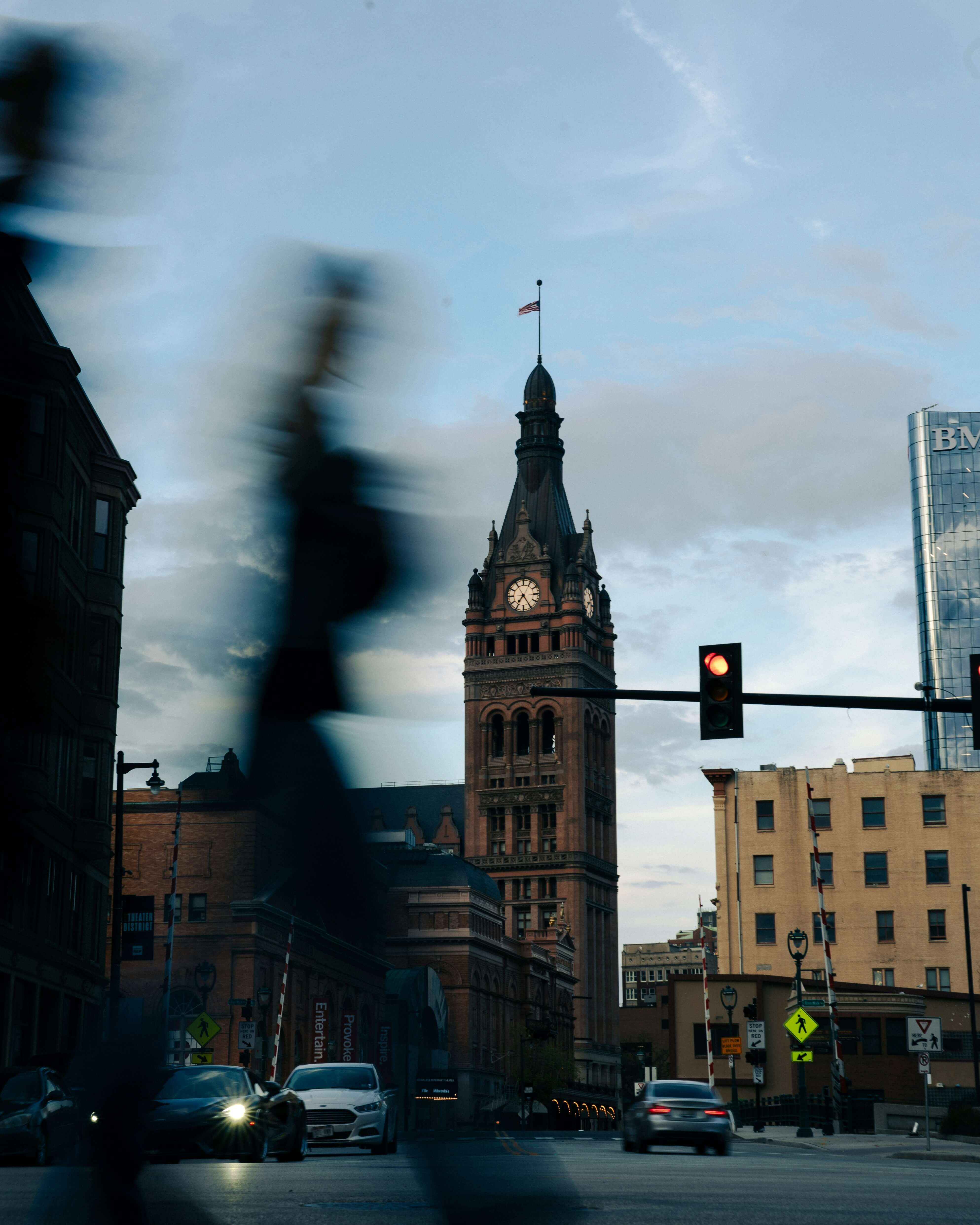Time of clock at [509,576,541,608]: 7:24
